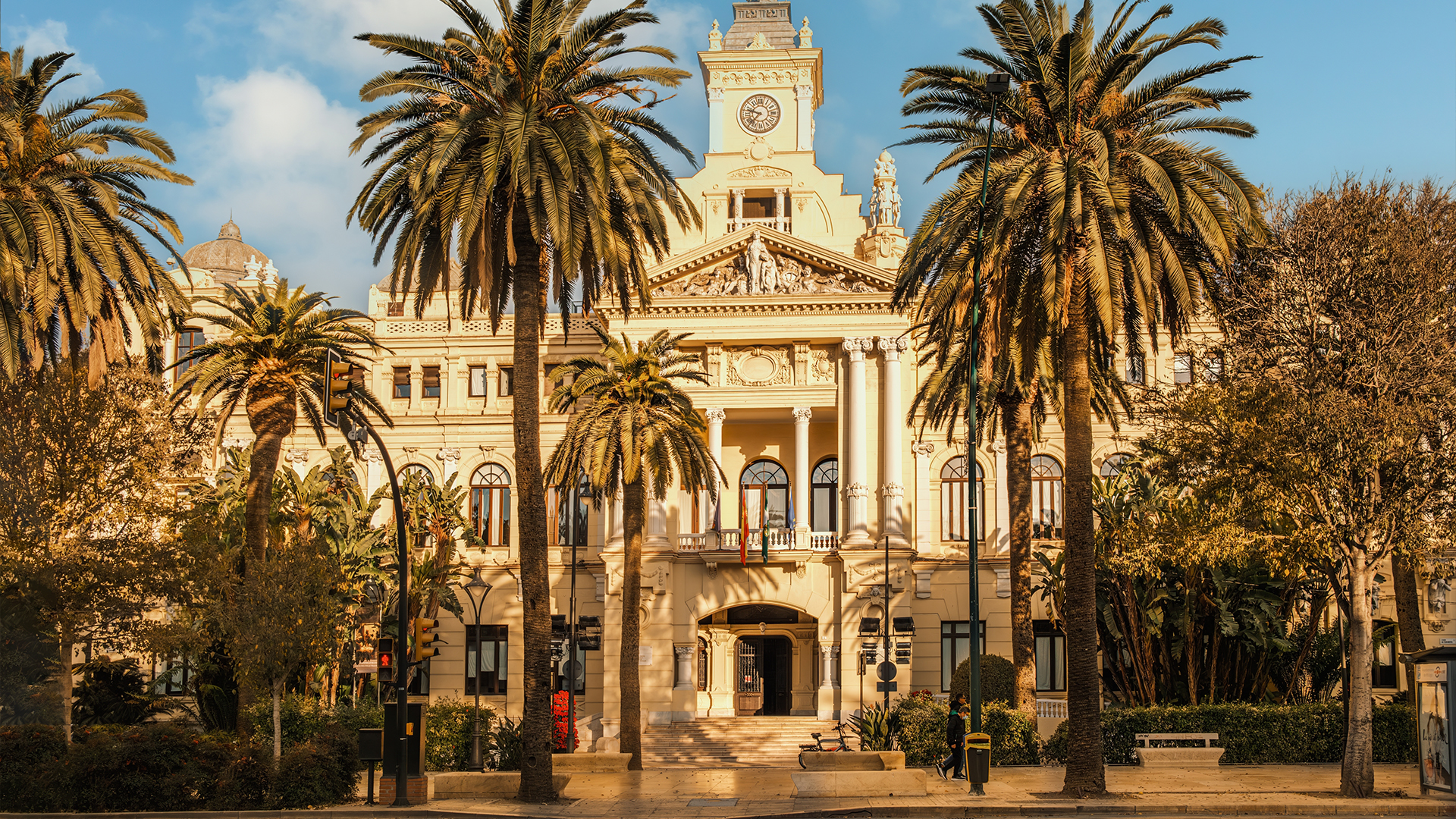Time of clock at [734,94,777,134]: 9:36
